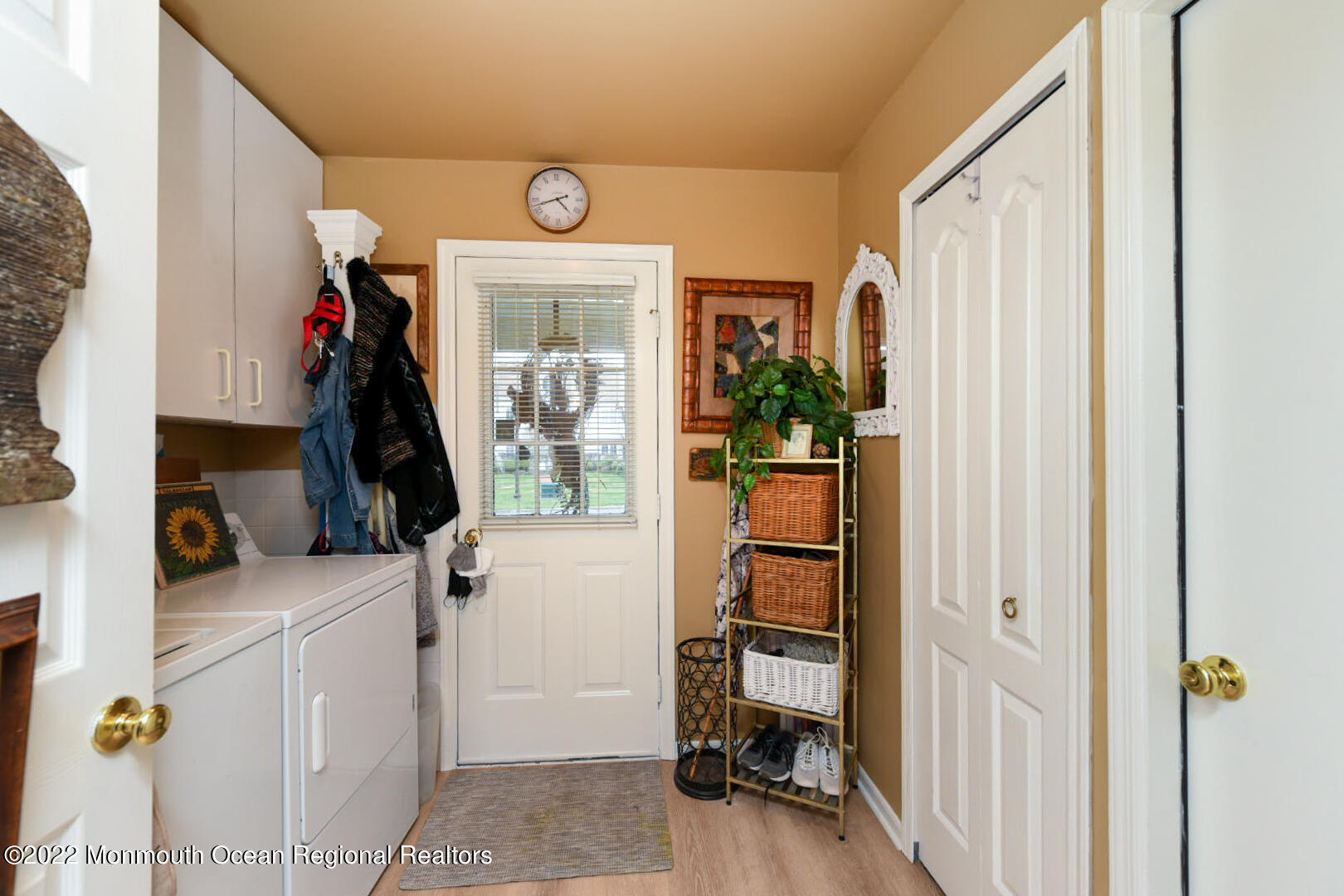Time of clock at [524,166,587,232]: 4:42
